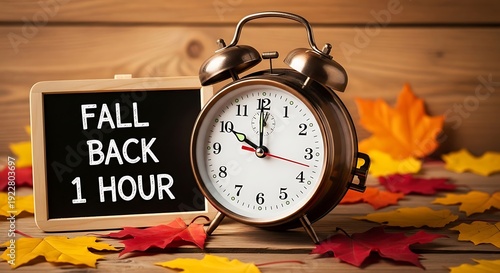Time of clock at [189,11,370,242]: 10:00
